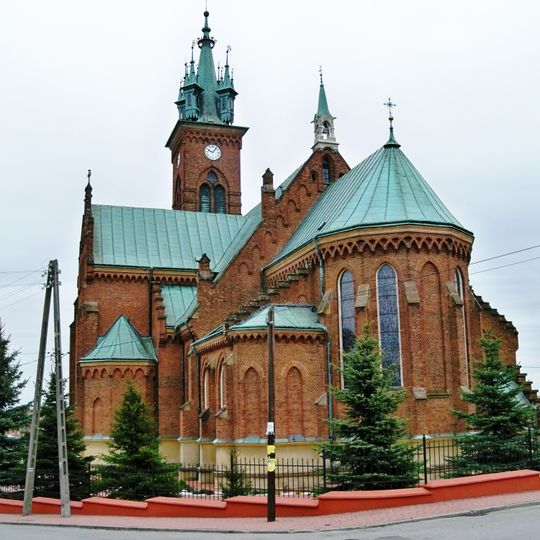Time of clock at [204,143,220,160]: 10:07
